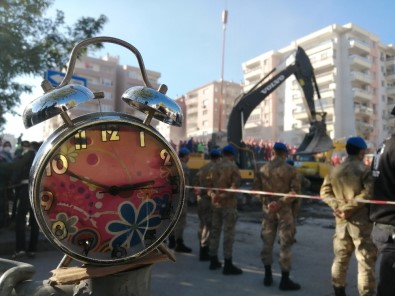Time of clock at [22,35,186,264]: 2:49
